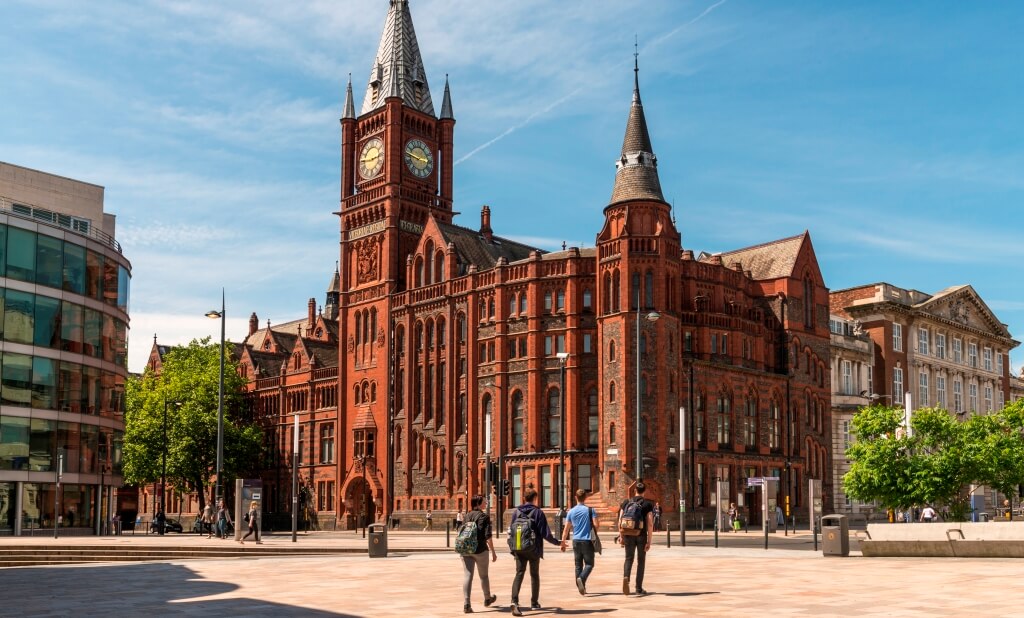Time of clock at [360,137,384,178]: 2:45
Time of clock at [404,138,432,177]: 2:46
